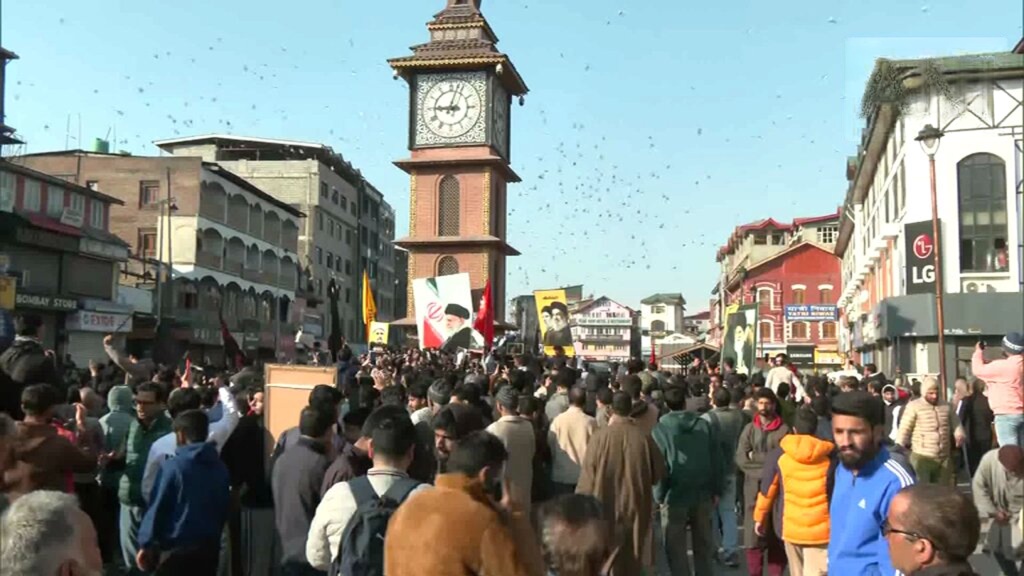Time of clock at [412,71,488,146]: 9:02
